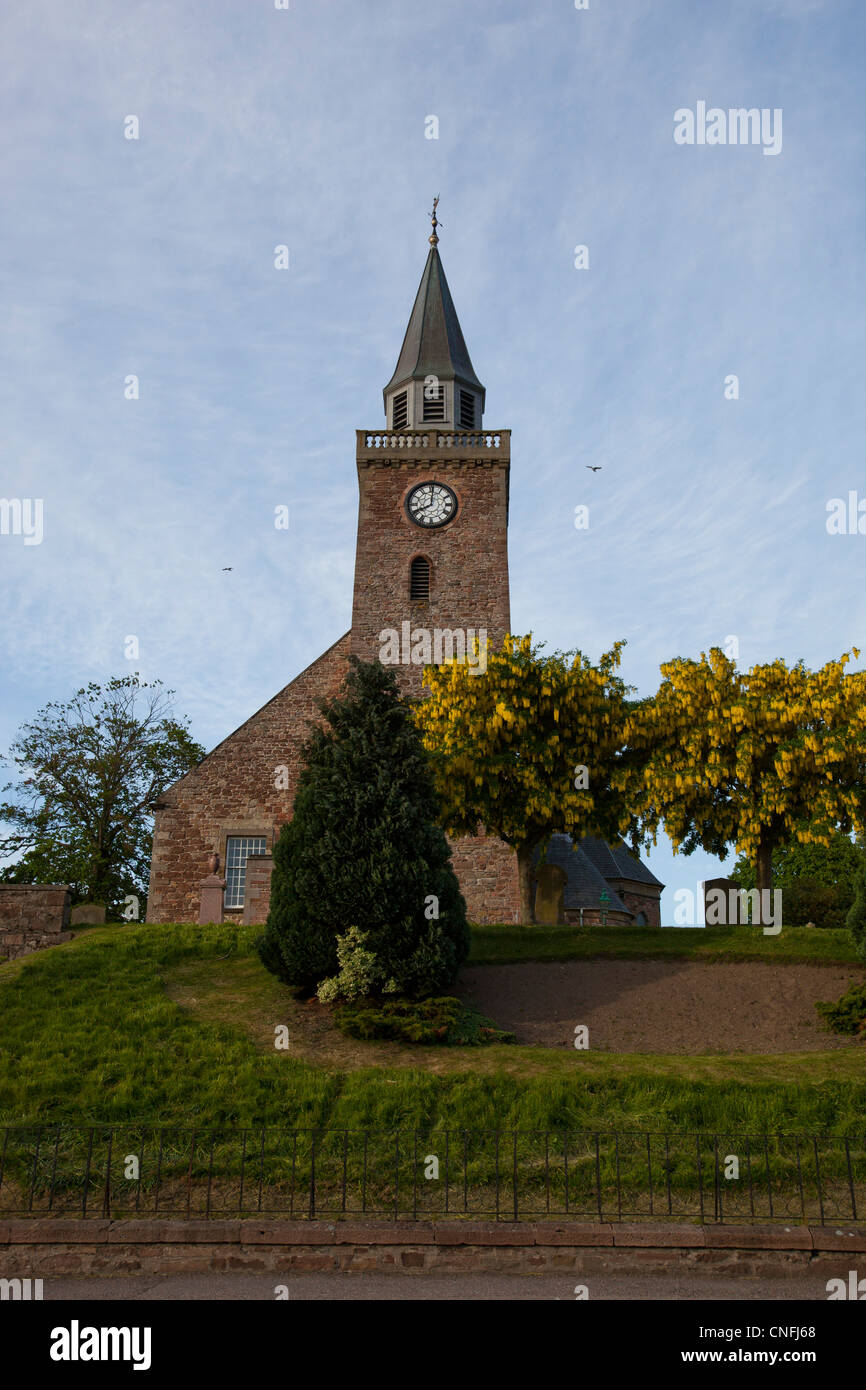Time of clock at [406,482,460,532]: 8:00
